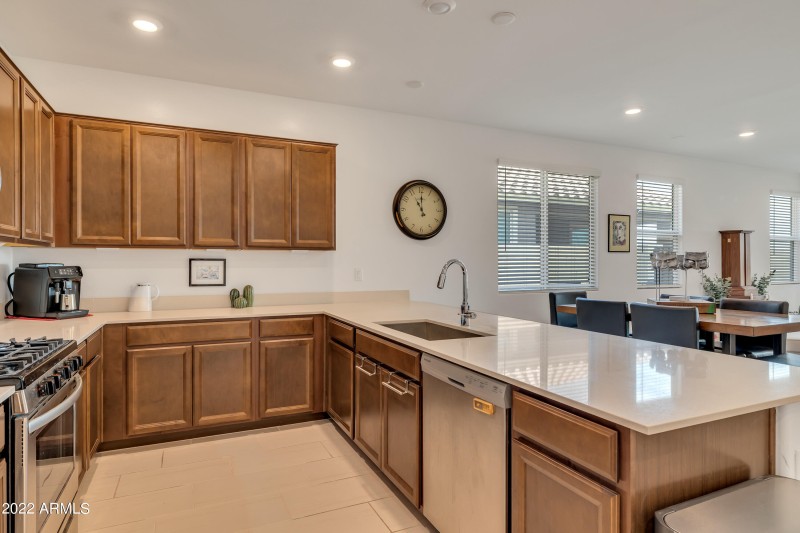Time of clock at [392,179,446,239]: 11:00
